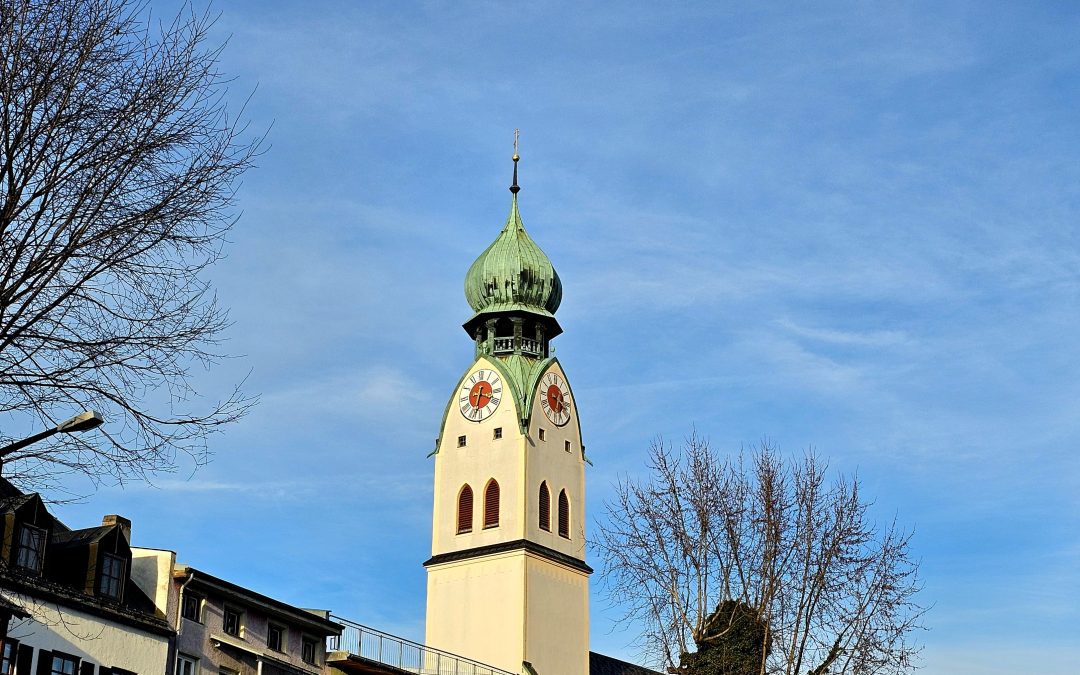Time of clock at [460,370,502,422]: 3:32
